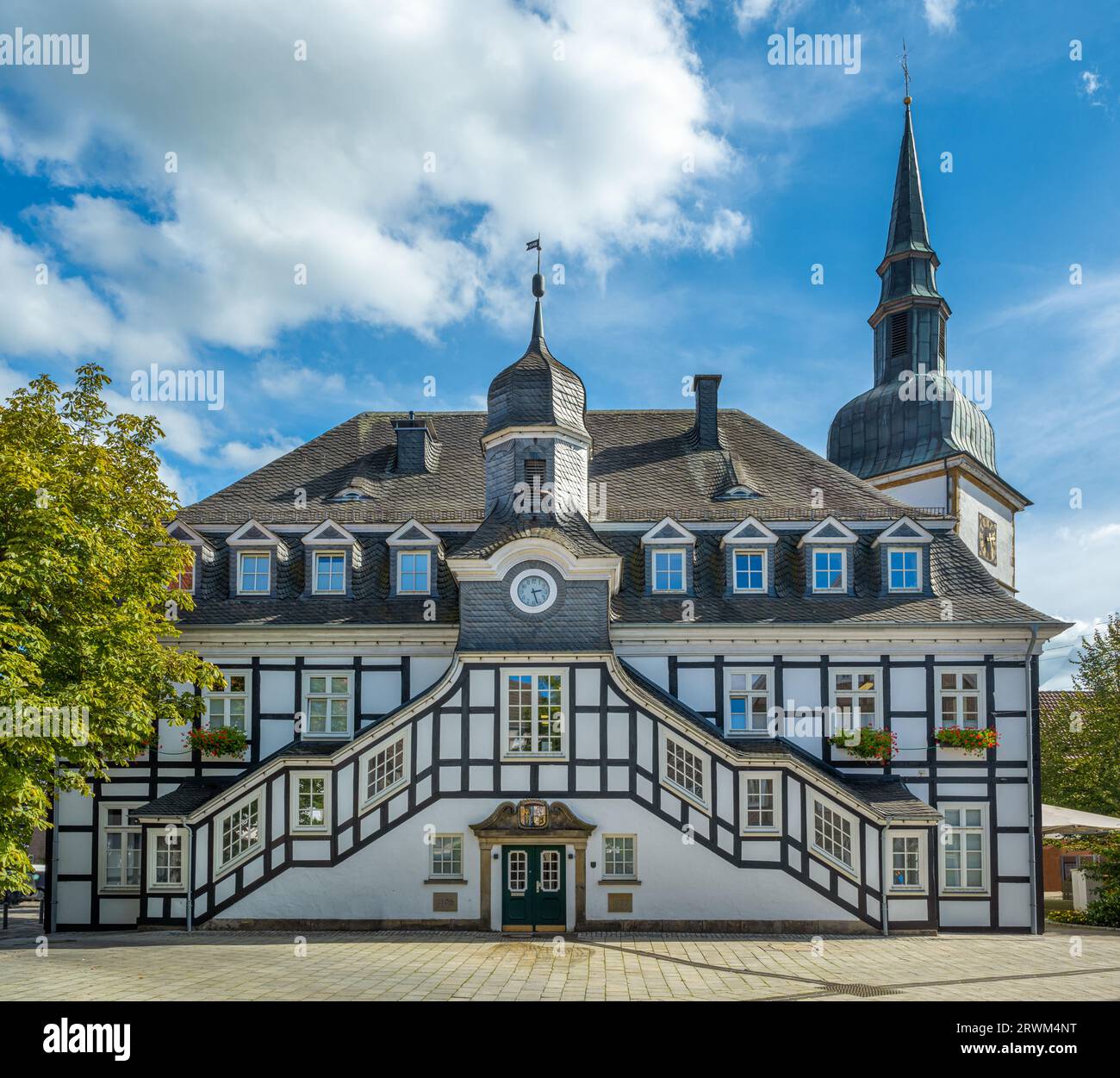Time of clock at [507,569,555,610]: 2:27
